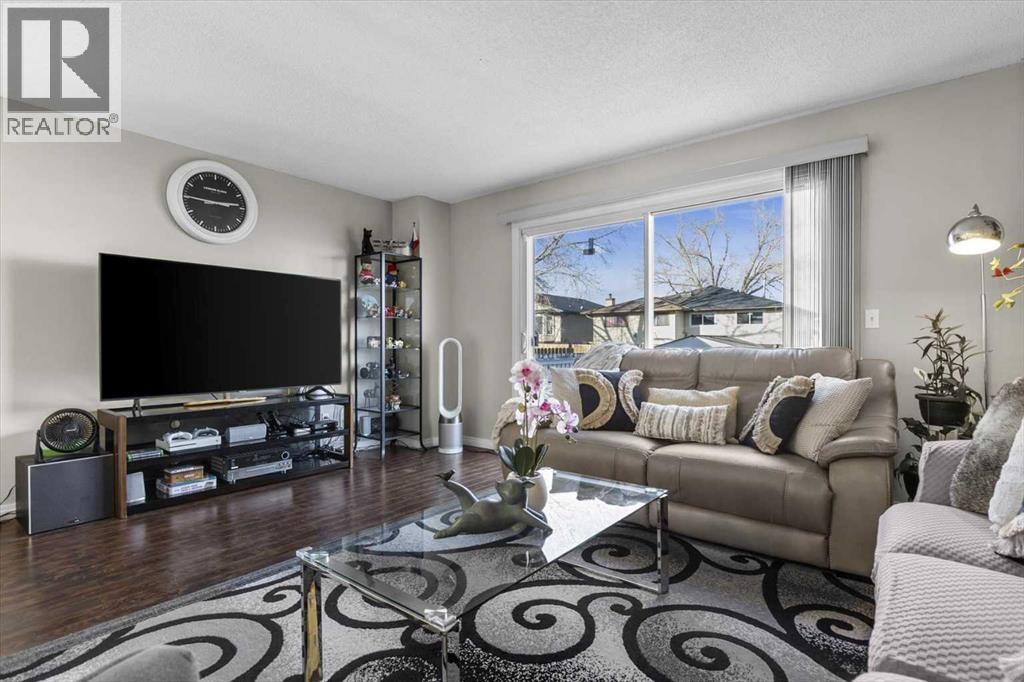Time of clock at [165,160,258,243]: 2:45
